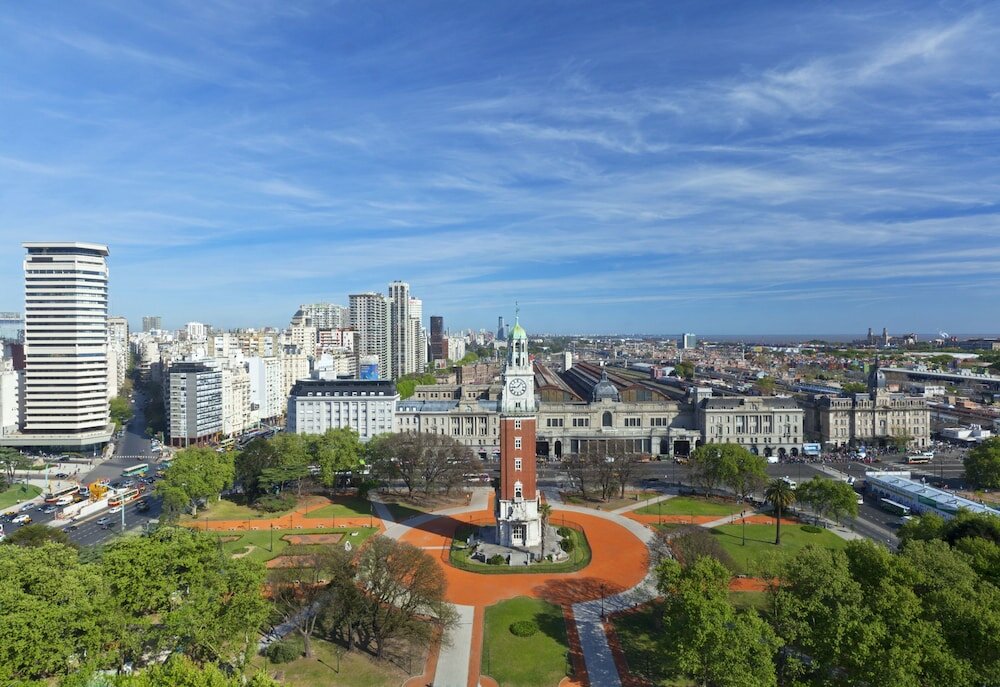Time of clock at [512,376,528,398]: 9:07
